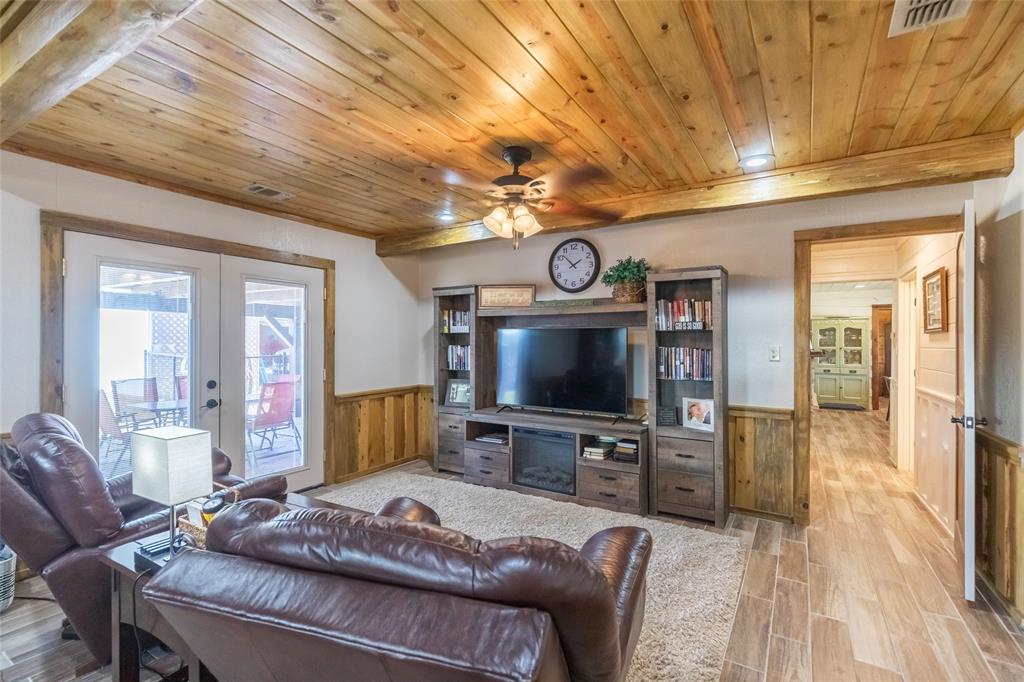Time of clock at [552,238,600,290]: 1:52
